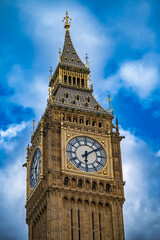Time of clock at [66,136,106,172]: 6:09
